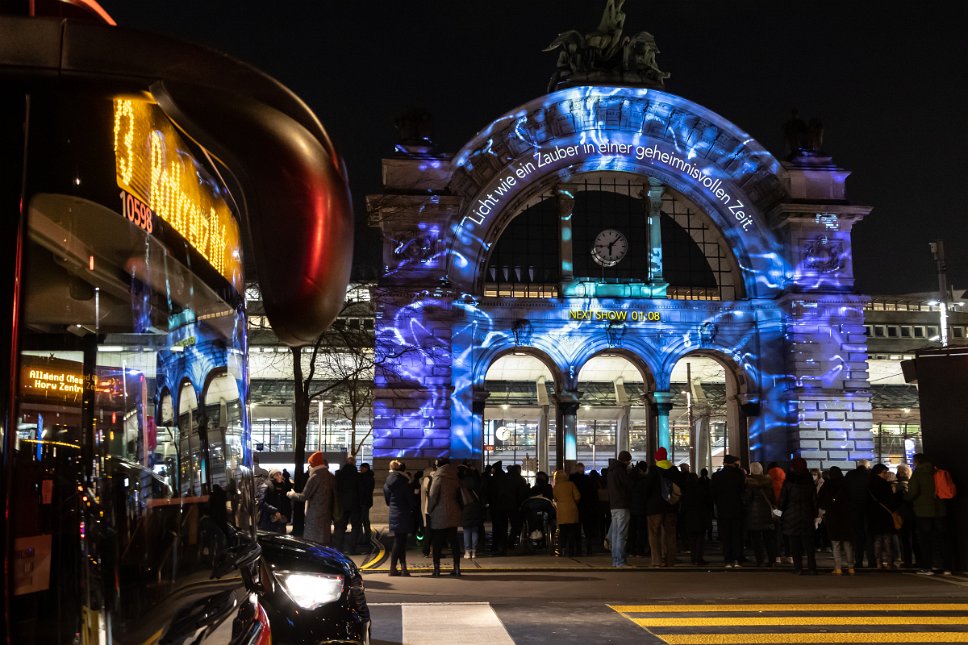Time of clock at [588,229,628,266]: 6:07
